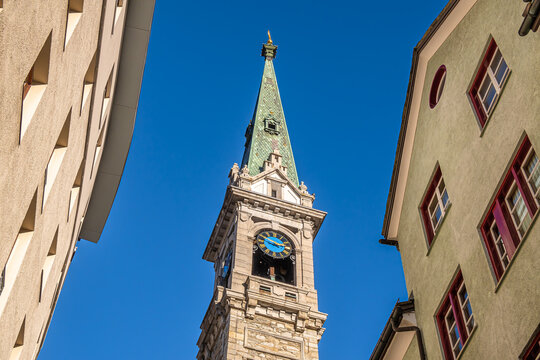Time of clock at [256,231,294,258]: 2:48
